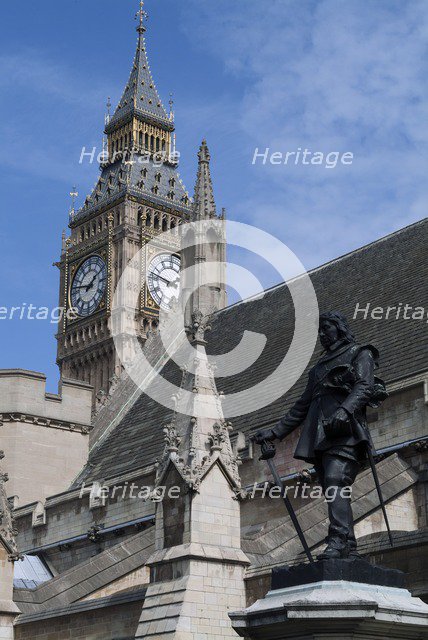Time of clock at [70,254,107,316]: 1:46
